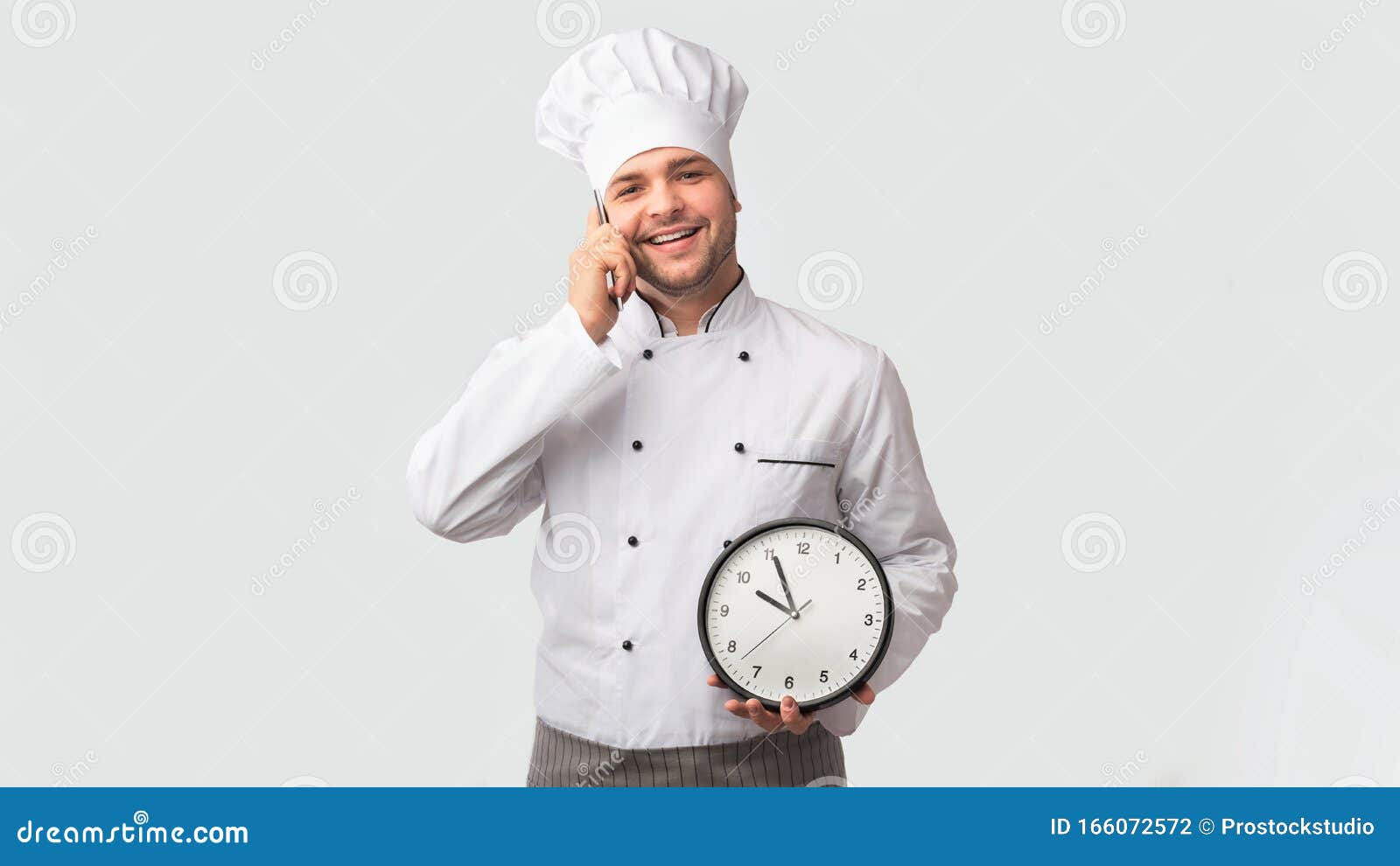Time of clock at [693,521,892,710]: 9:55
